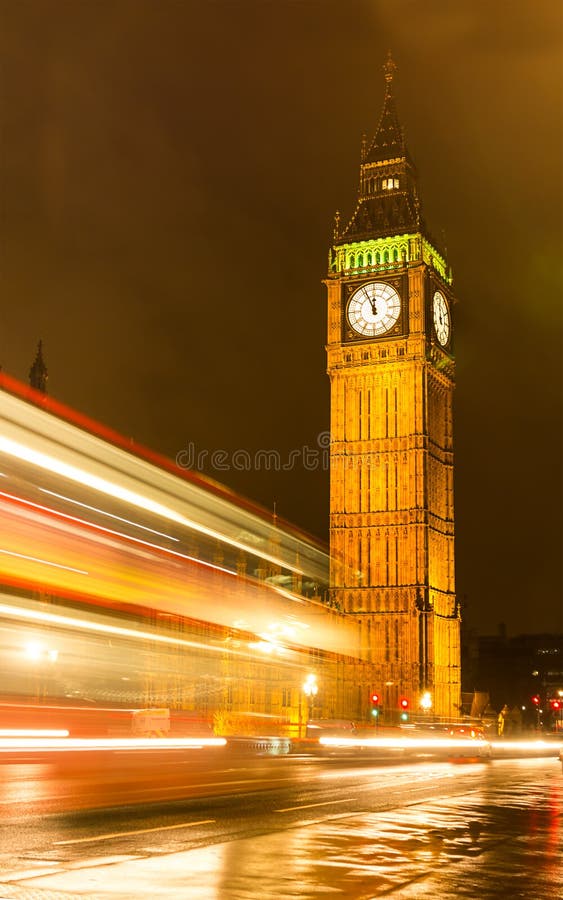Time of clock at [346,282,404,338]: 11:55
